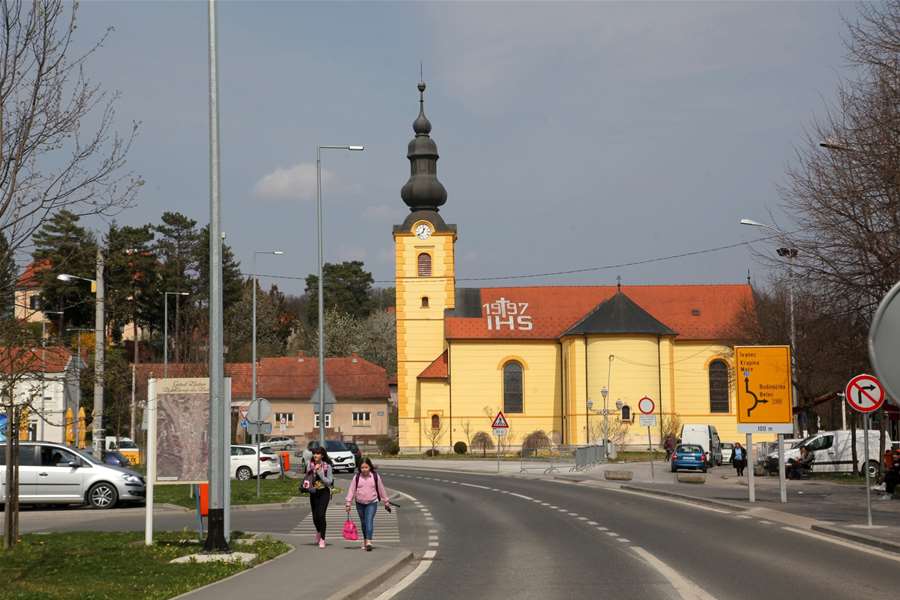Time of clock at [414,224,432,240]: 12:38
